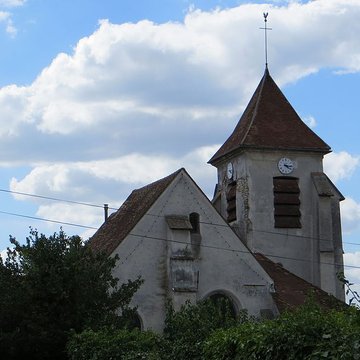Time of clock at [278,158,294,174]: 4:16
